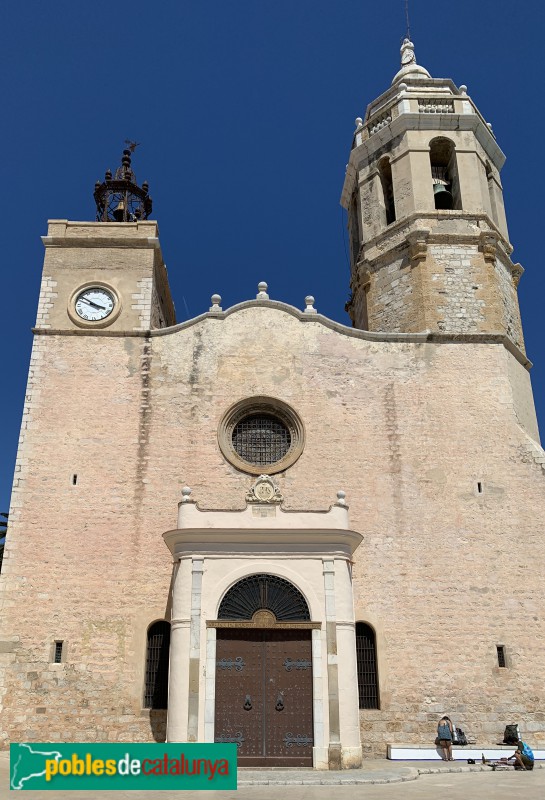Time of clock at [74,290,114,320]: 3:50
